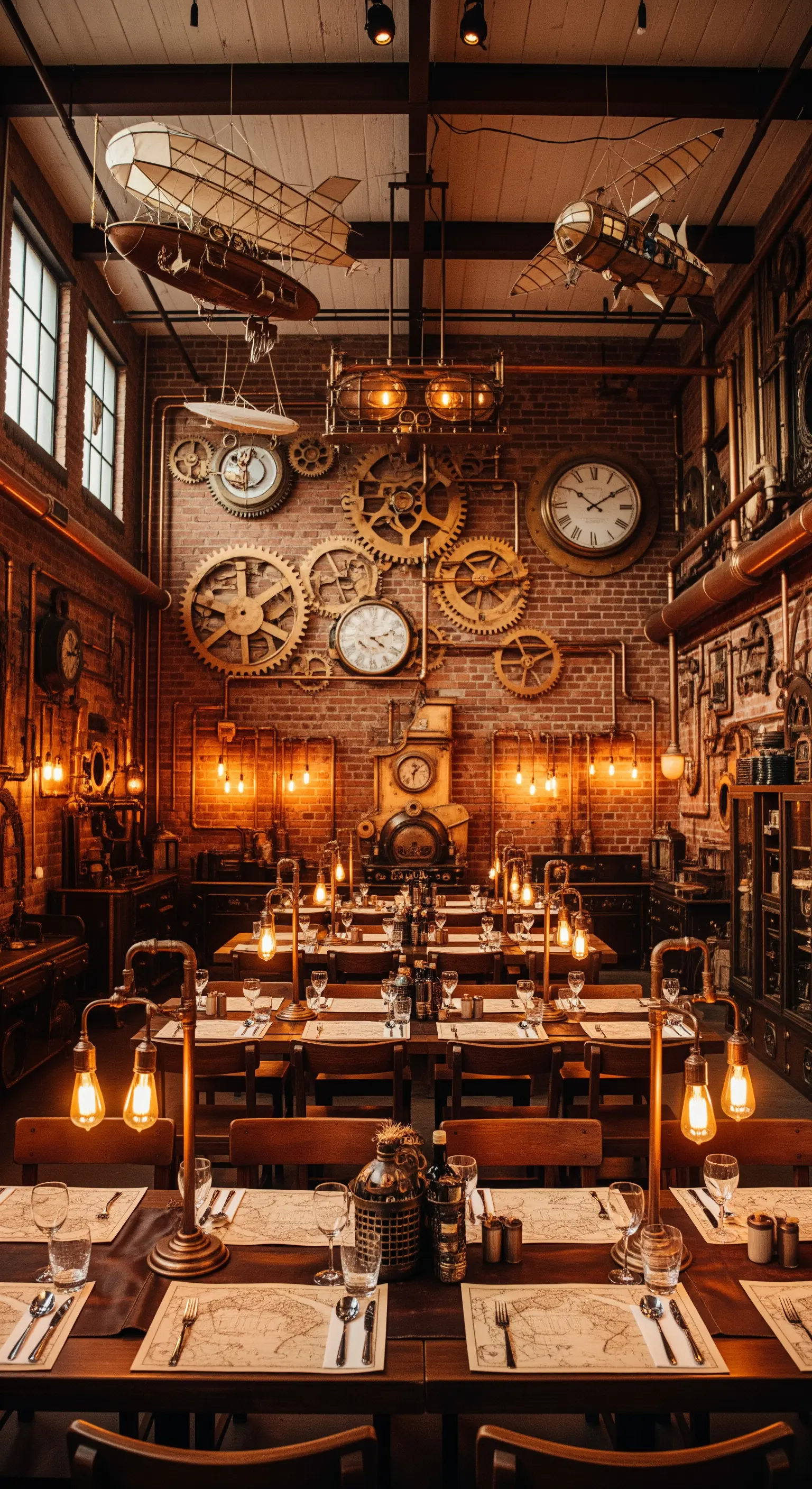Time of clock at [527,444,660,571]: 10:09
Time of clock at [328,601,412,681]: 4:11
